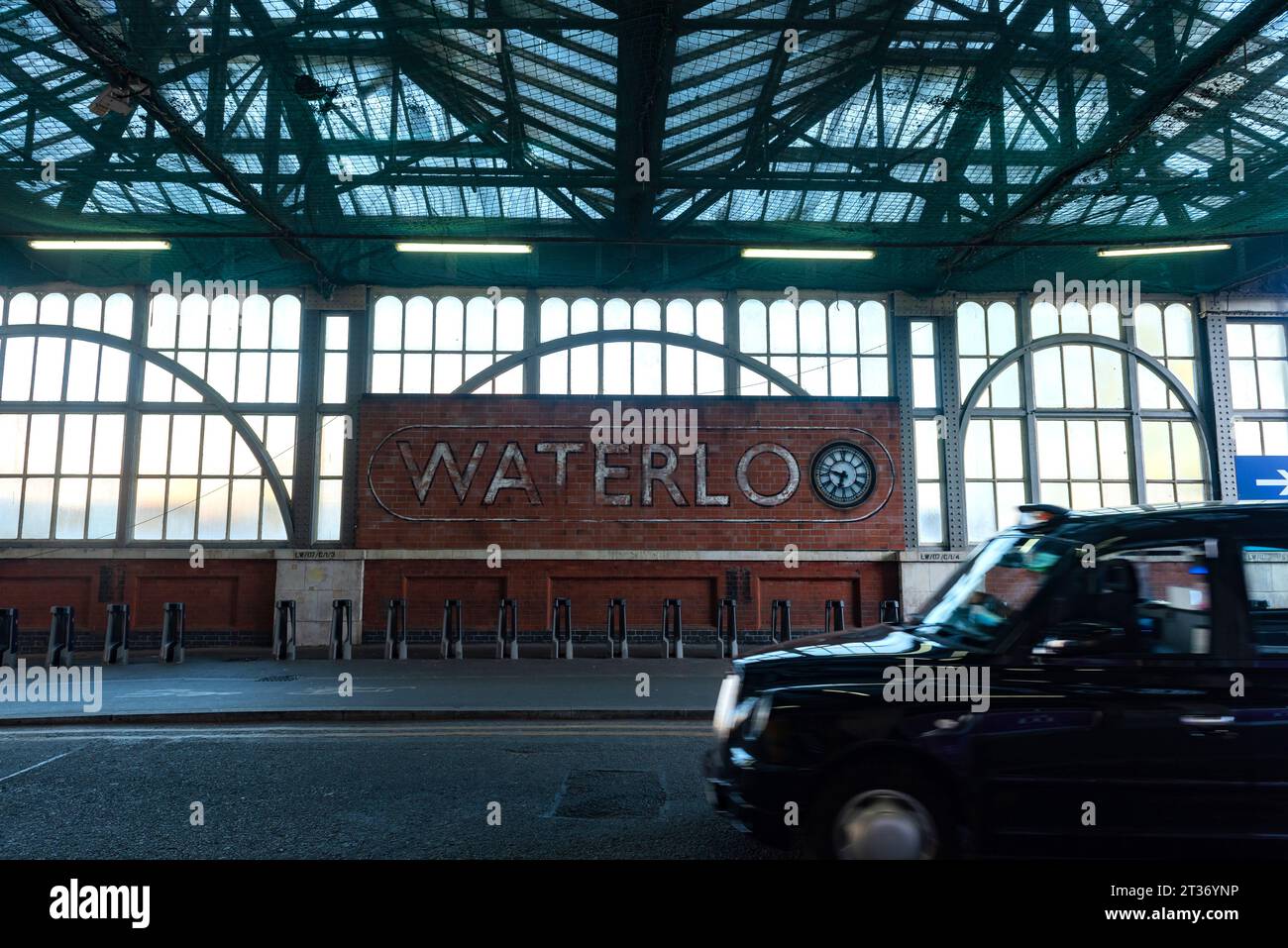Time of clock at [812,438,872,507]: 6:47
